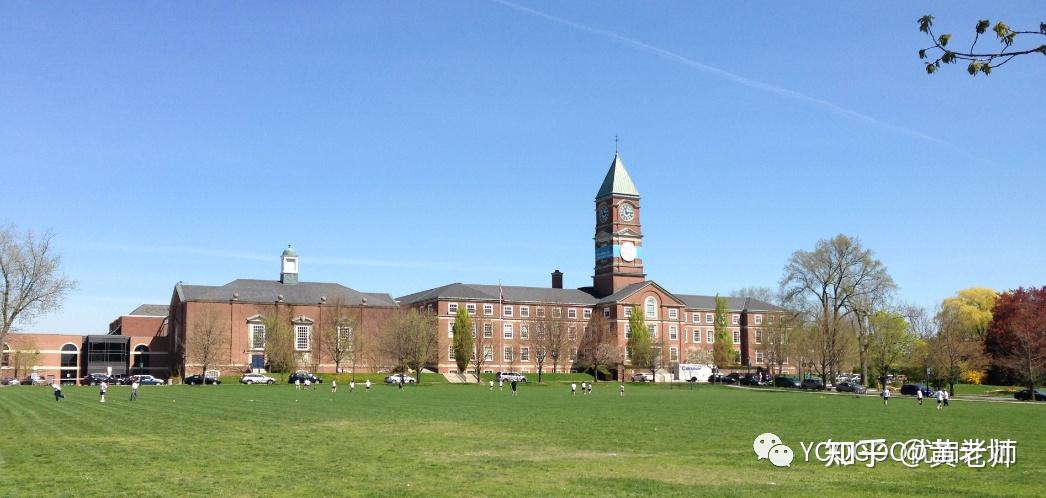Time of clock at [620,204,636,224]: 11:13
